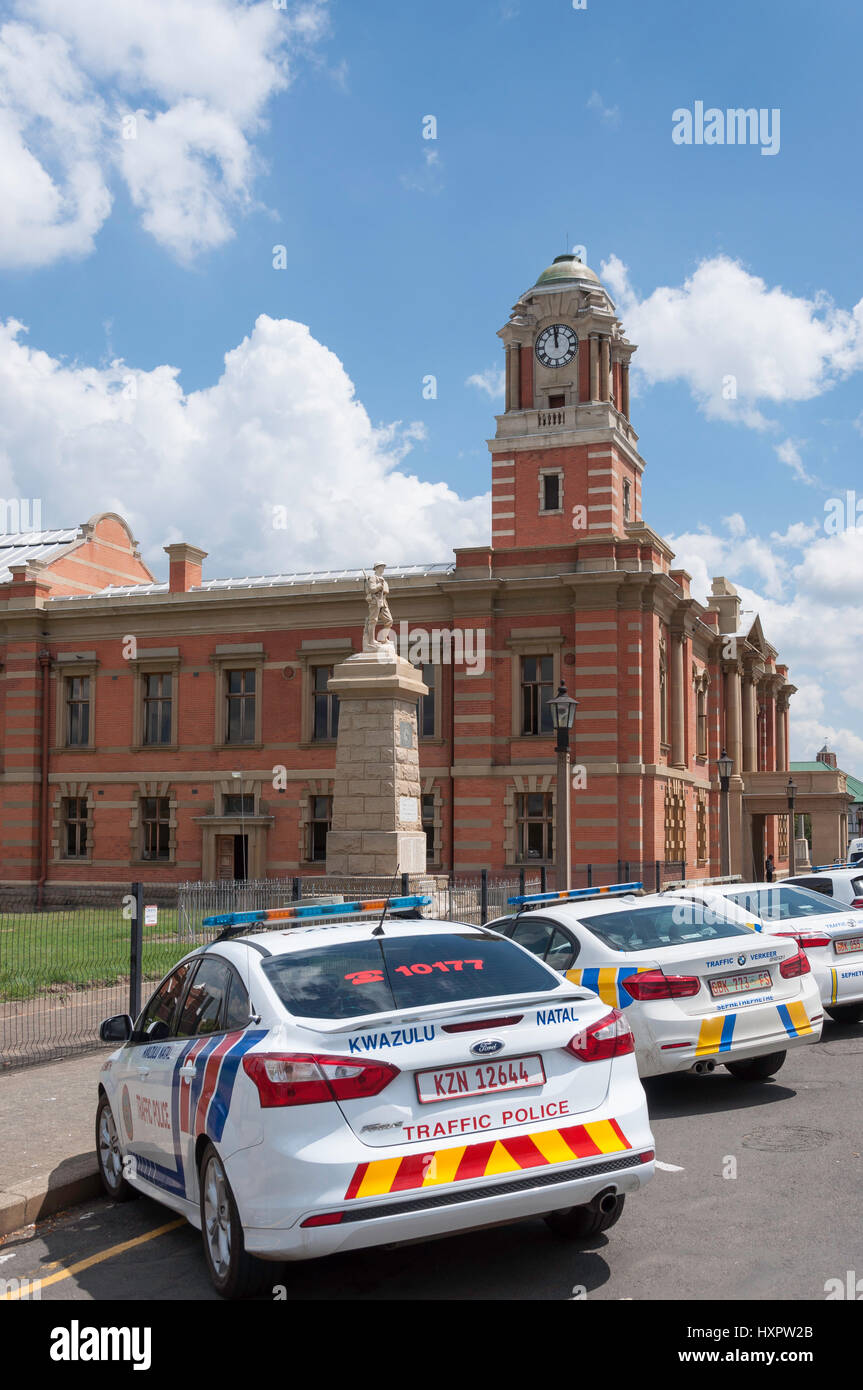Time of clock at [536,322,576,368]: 11:58
